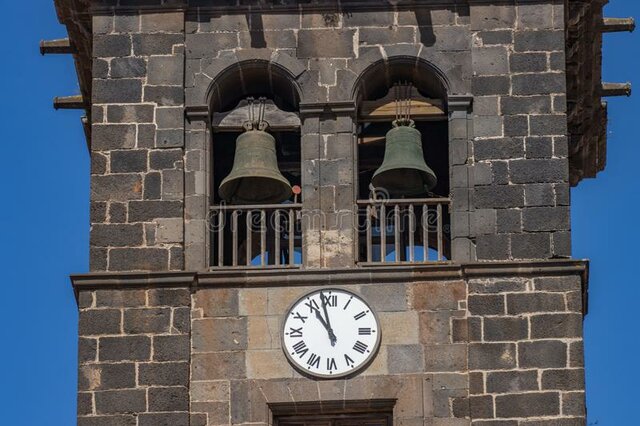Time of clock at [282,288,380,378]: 10:58
